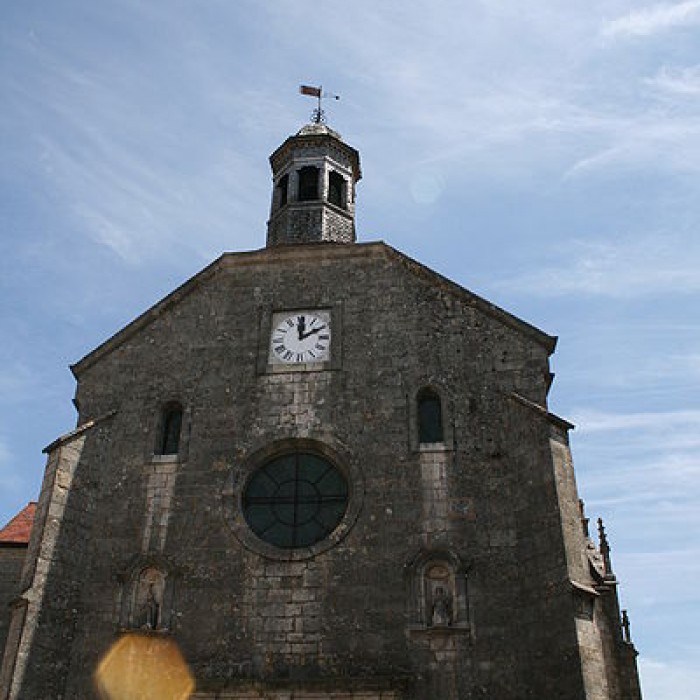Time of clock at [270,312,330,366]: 12:09
